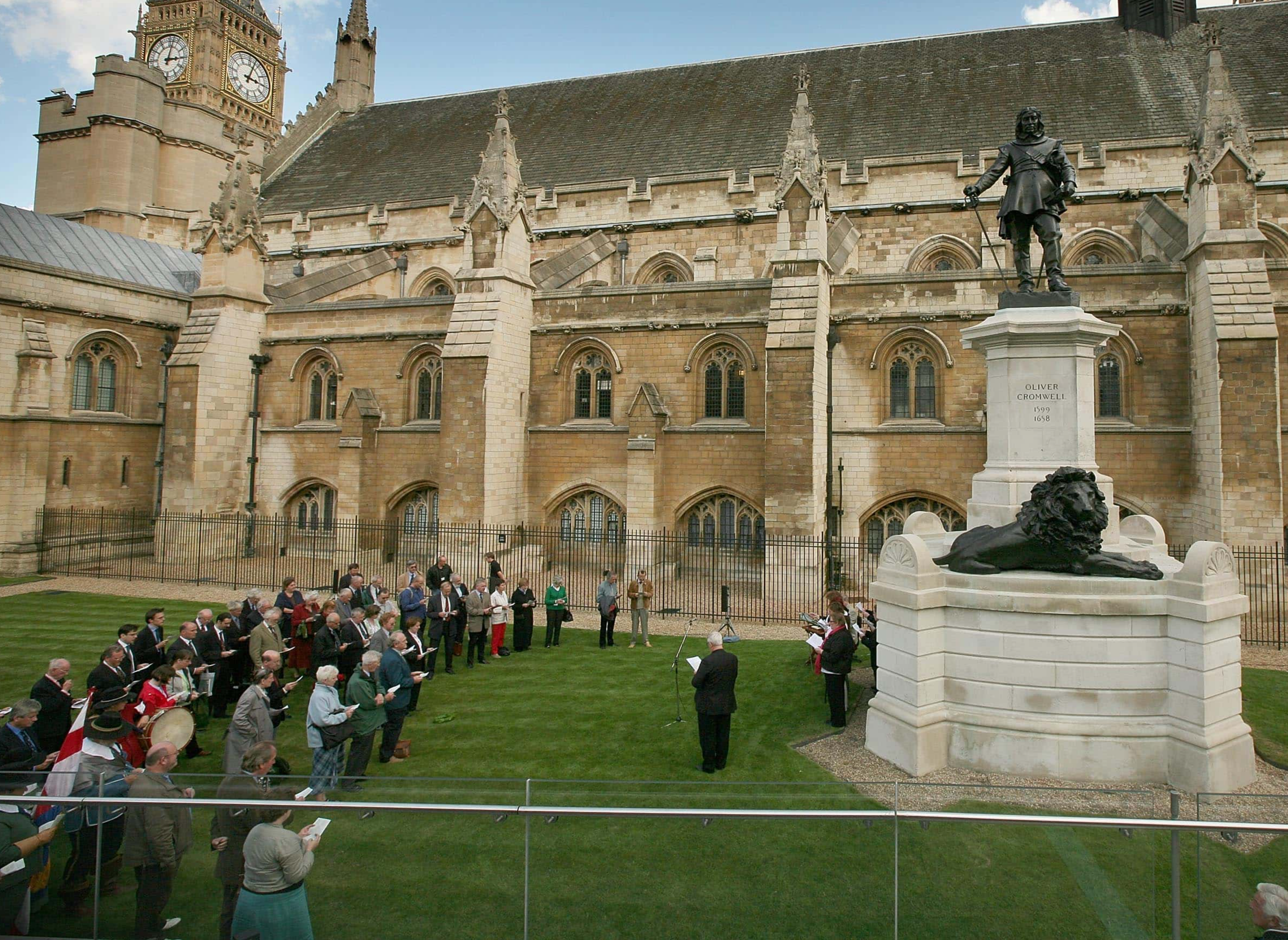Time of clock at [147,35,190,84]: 3:02
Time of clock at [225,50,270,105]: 3:02
